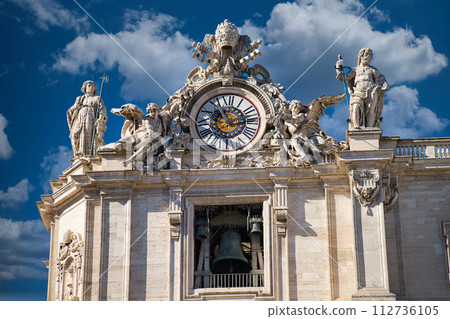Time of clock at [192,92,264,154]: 11:12
